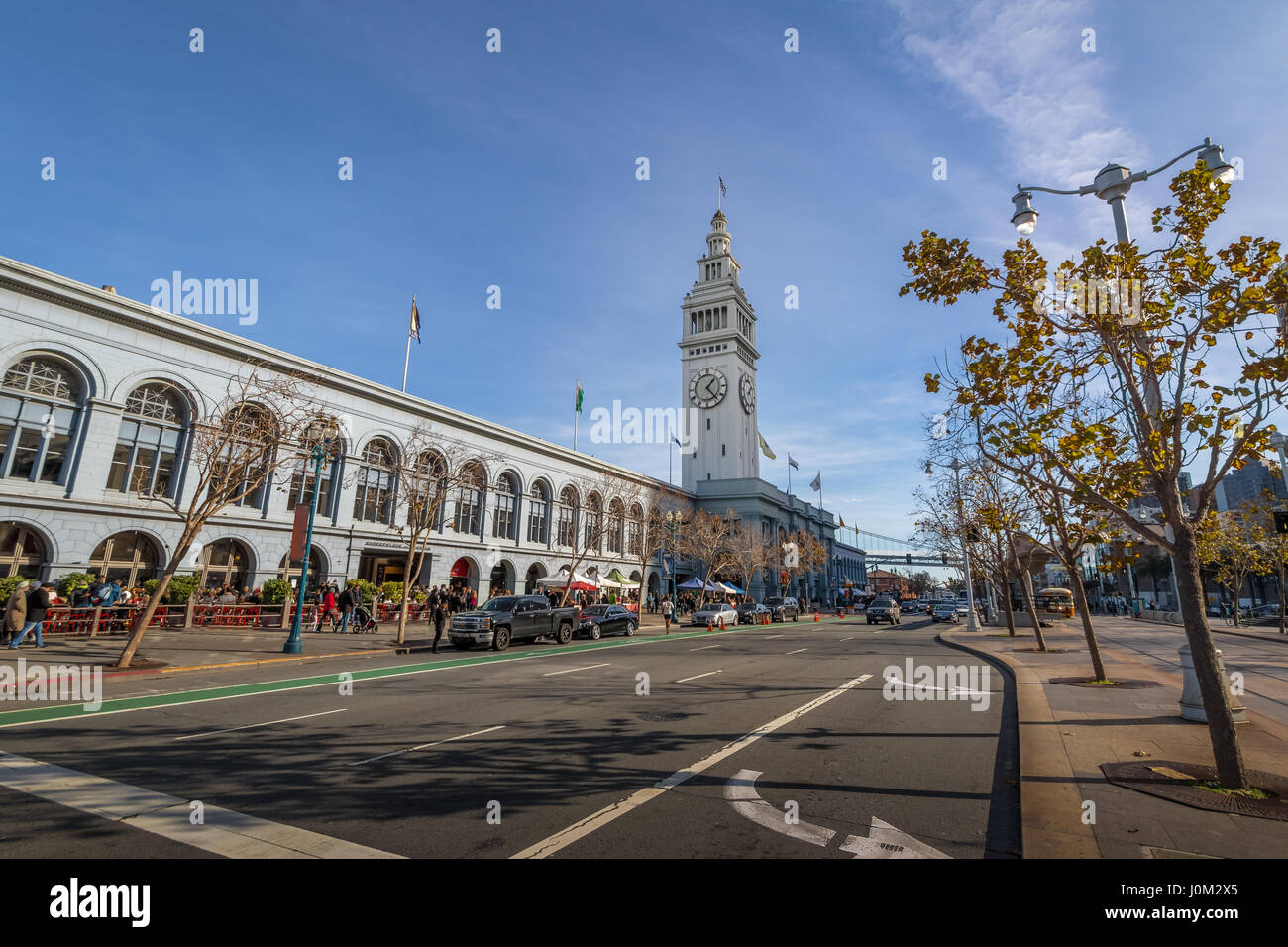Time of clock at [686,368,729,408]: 1:23
